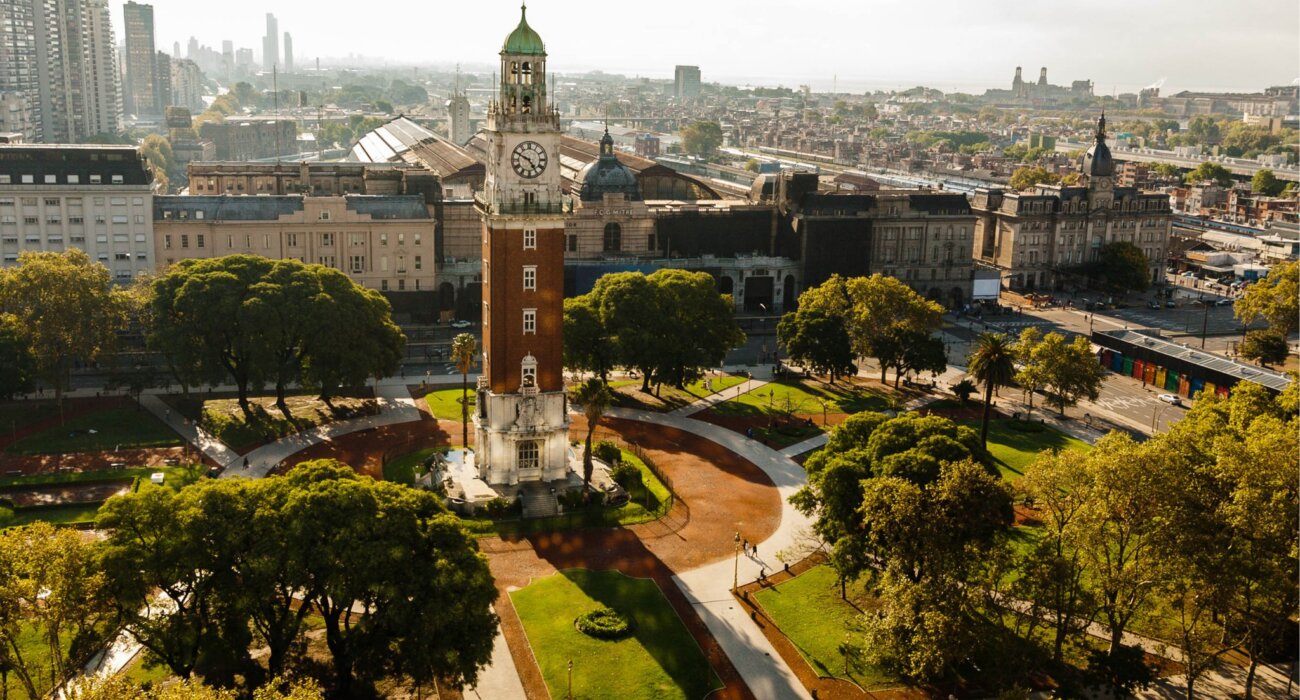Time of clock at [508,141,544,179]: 4:49
